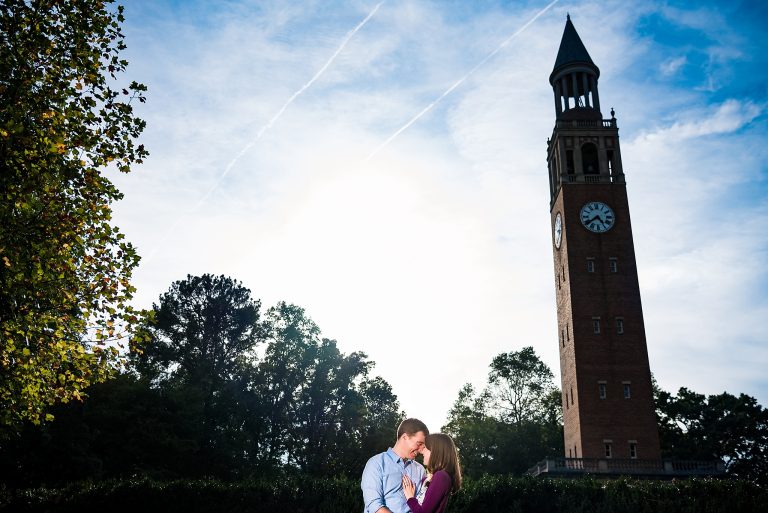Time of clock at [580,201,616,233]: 4:38
